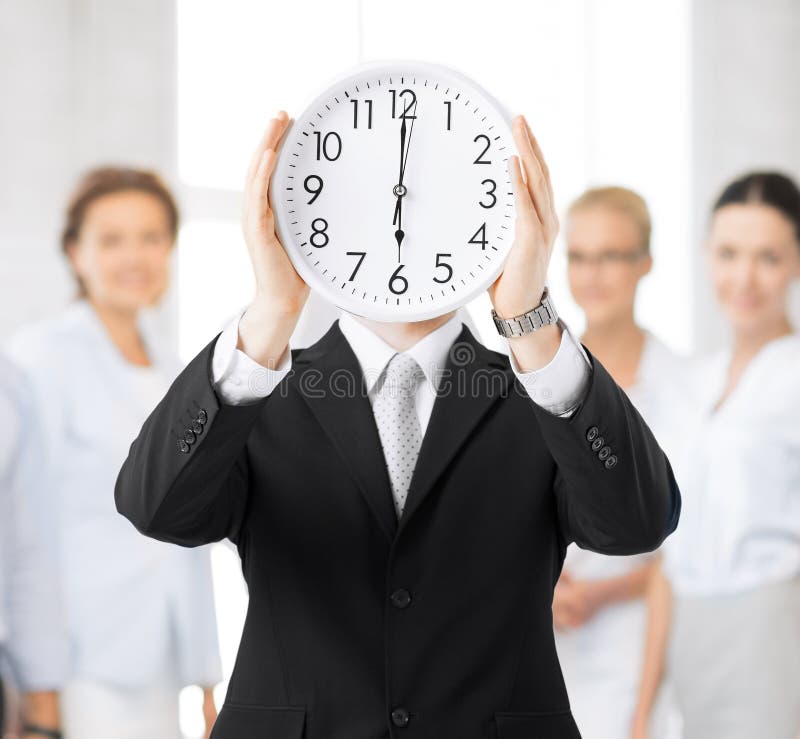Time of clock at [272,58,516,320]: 6:00
